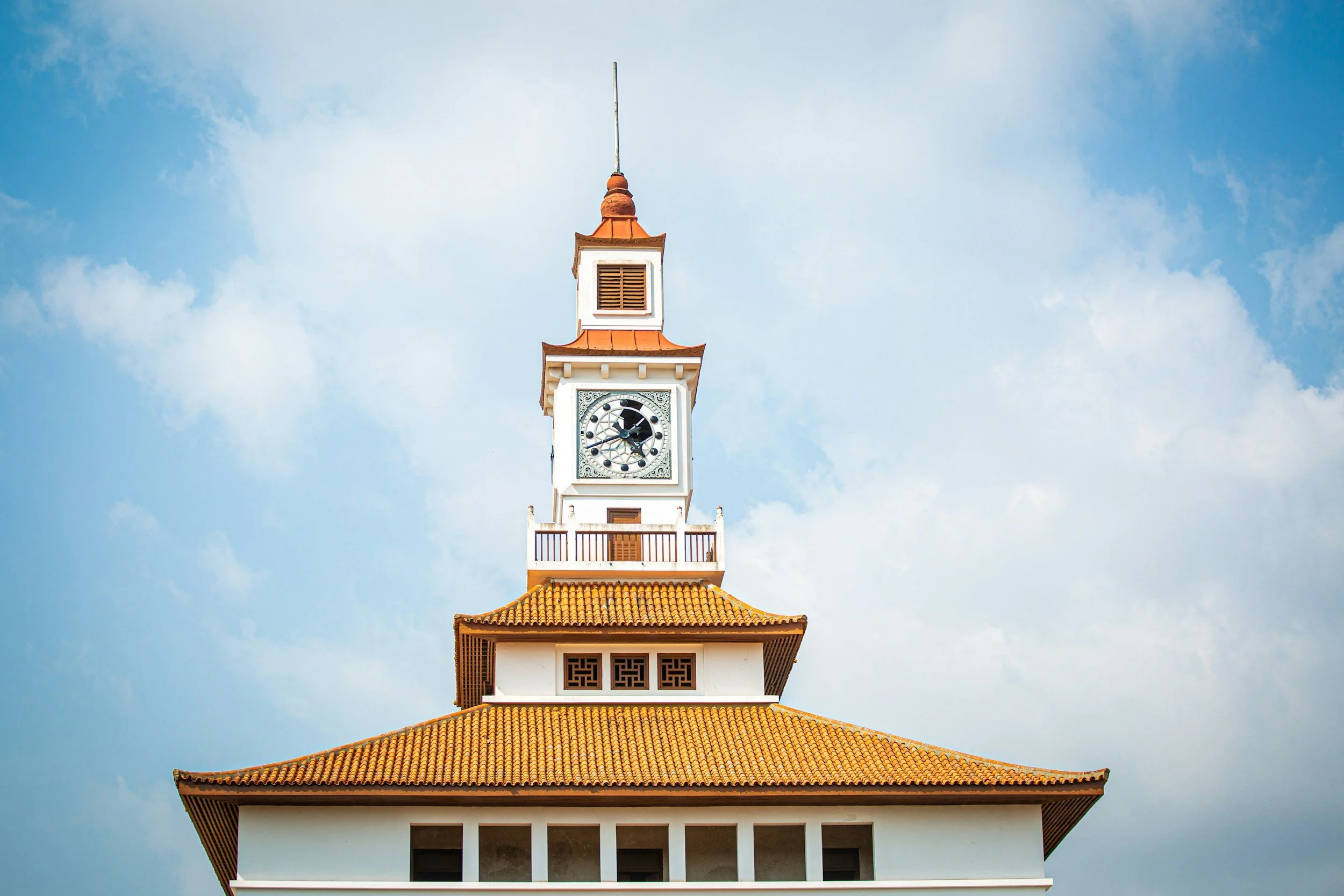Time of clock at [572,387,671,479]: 4:41
